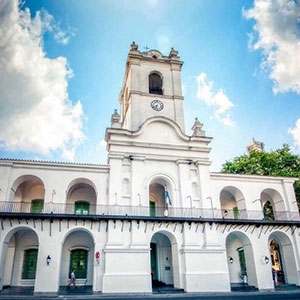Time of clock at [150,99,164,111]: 6:41
